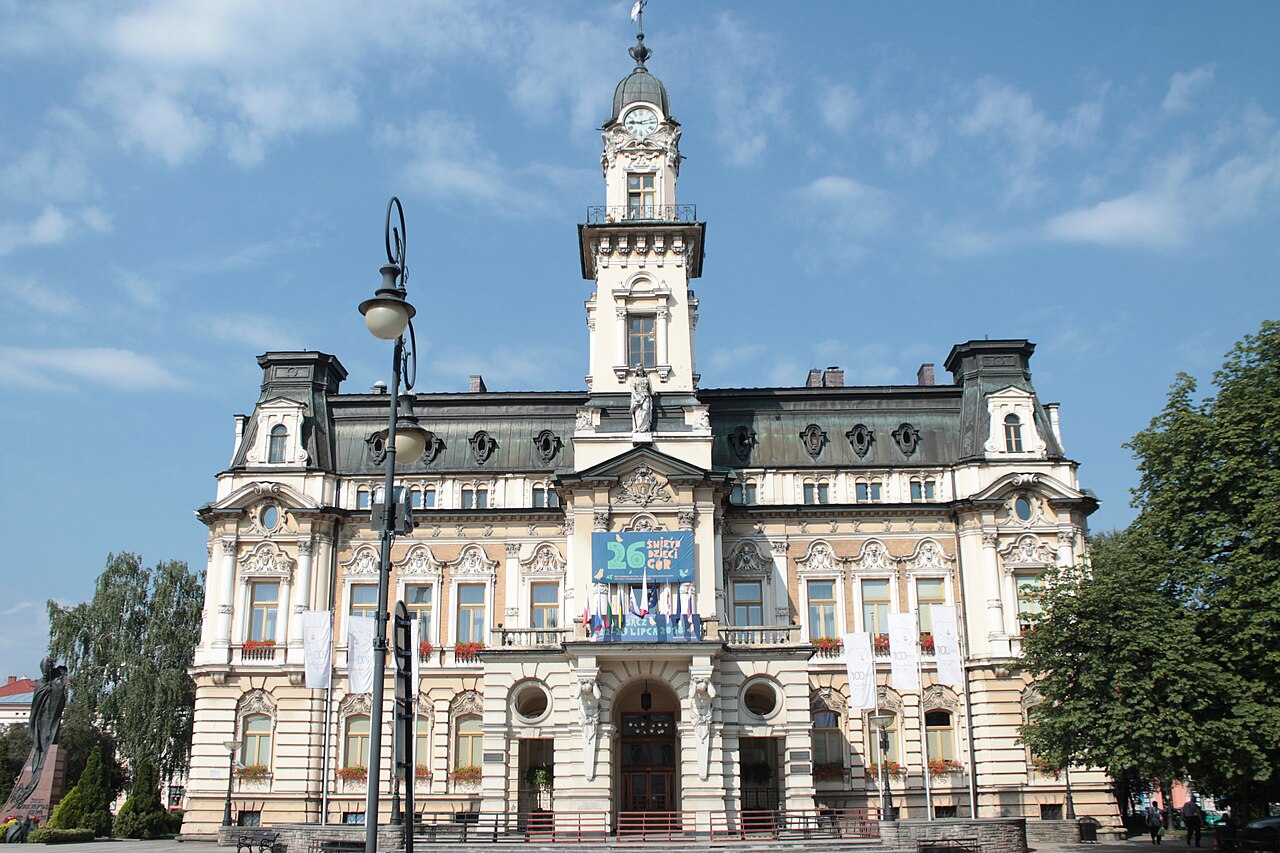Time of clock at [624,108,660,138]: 9:12
